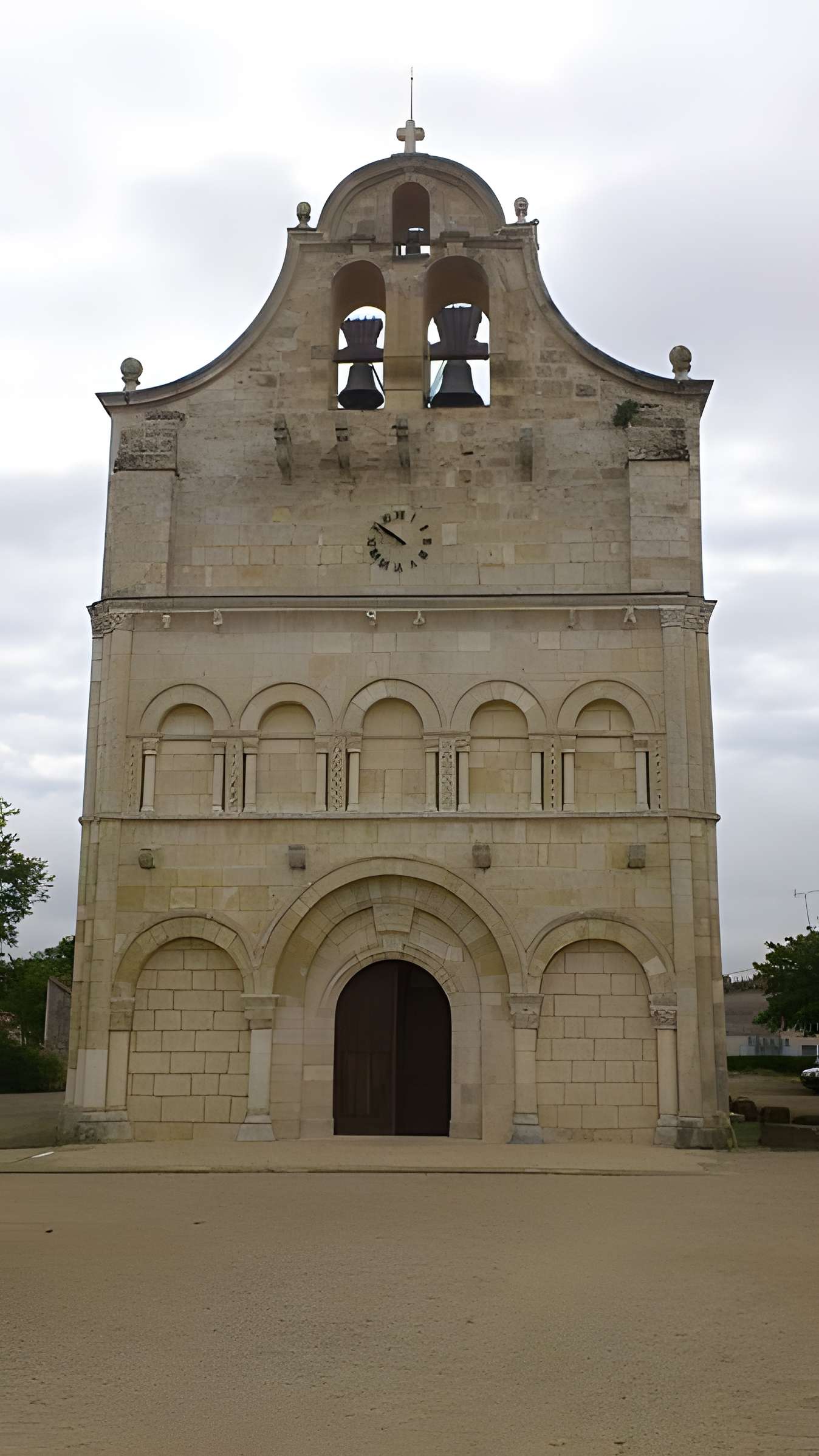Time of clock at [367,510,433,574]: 9:50
